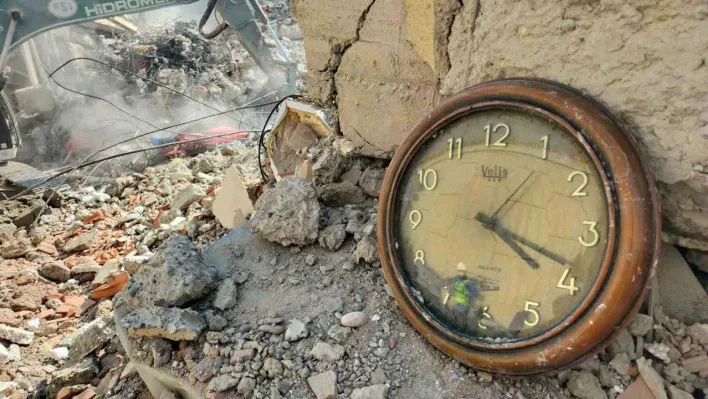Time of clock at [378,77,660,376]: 4:18
